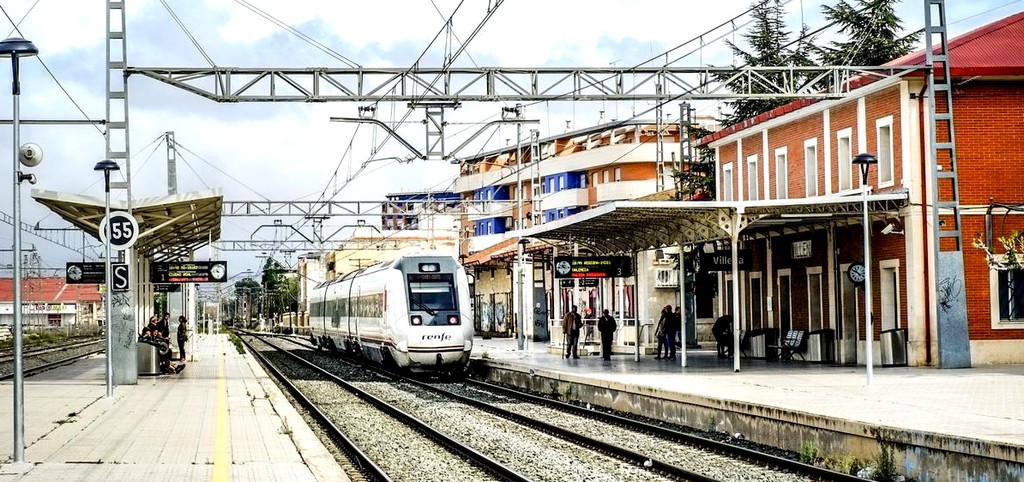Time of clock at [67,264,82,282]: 10:42
